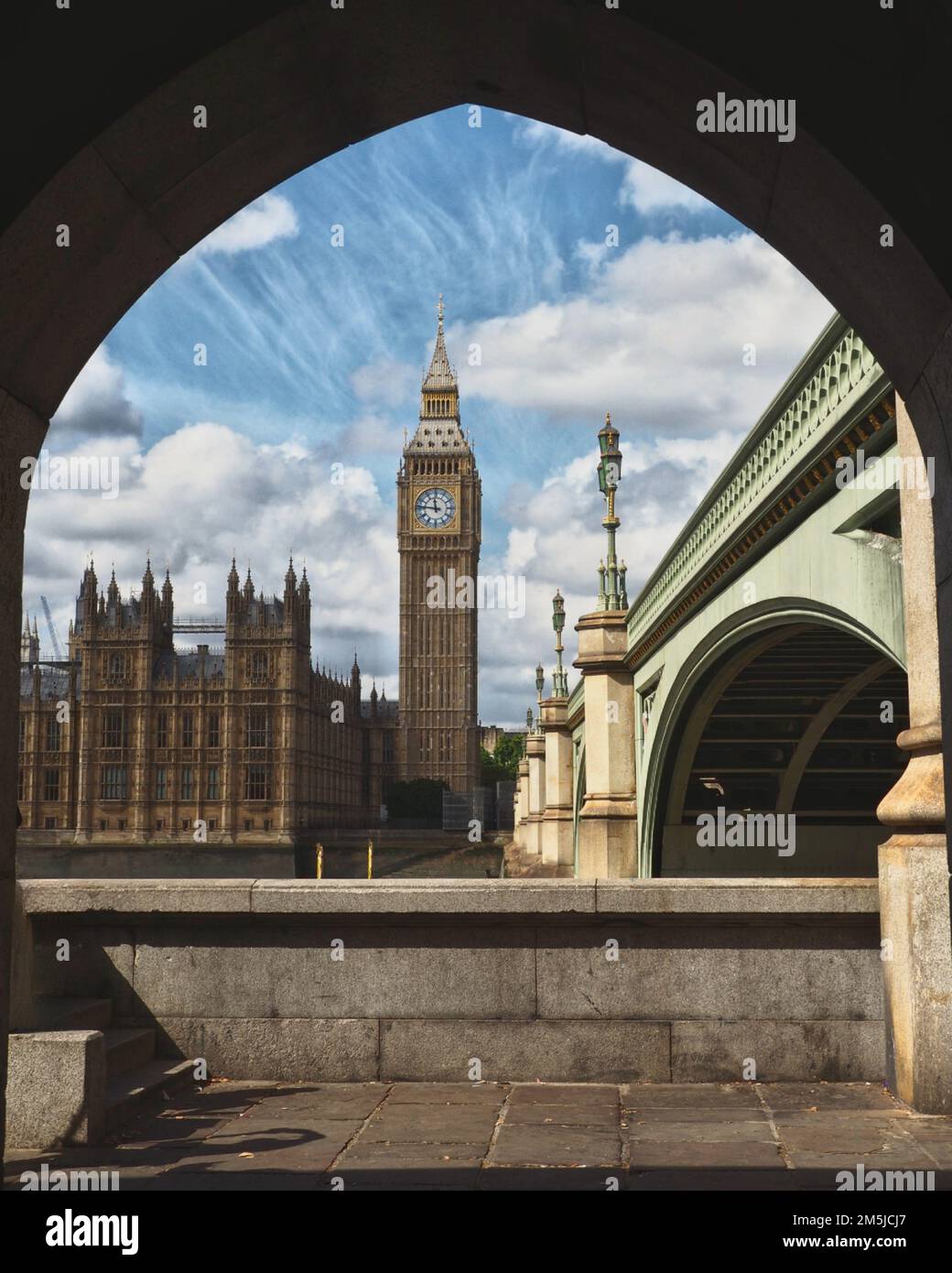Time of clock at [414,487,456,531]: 11:46
